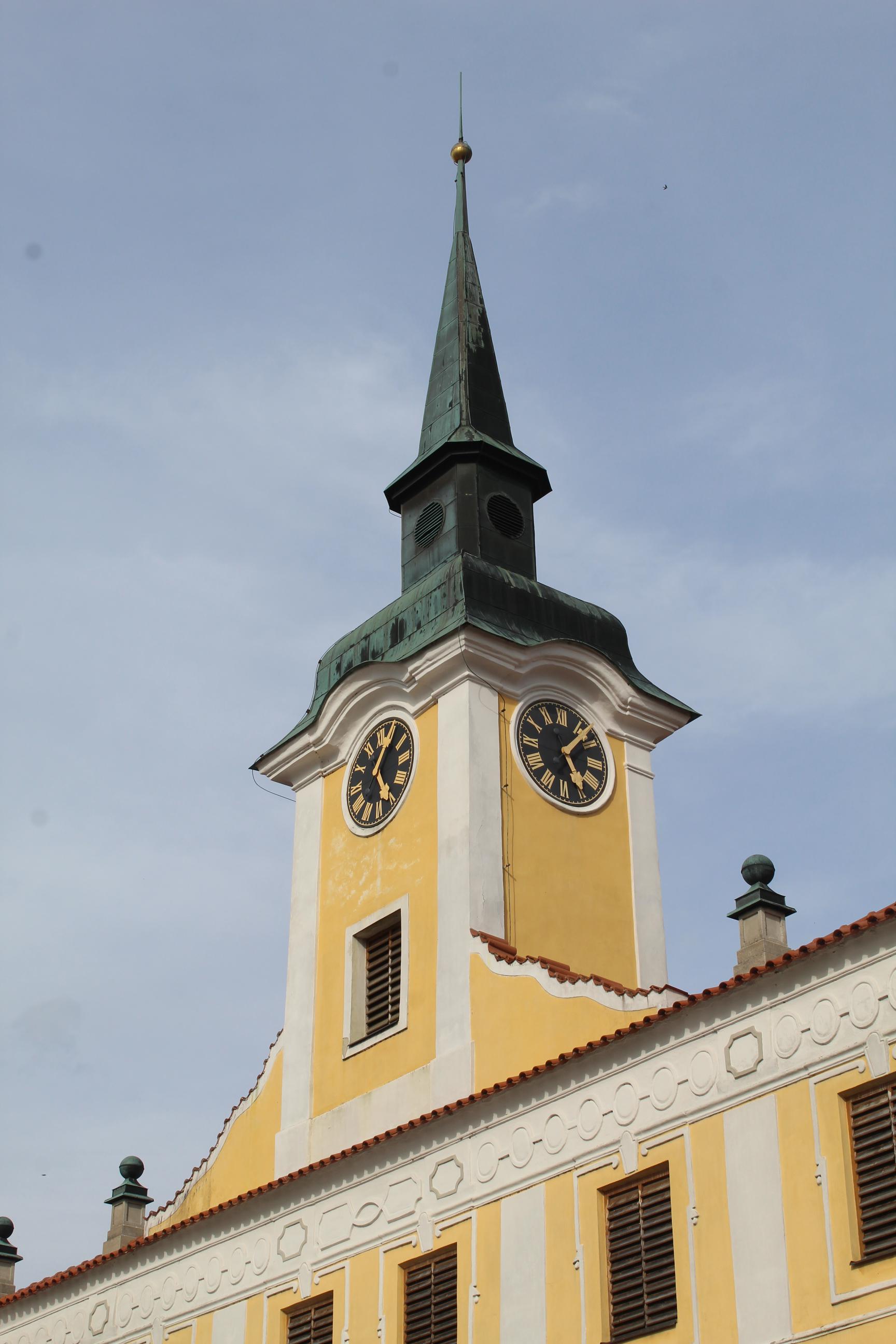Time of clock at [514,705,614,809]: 5:06
